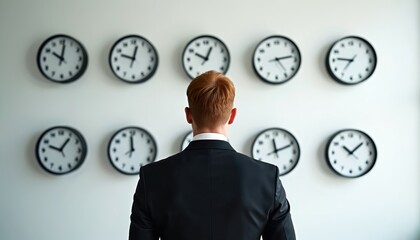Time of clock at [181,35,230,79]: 12:49
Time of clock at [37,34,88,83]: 10:01
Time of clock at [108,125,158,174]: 11:58
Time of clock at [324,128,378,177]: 10:08
